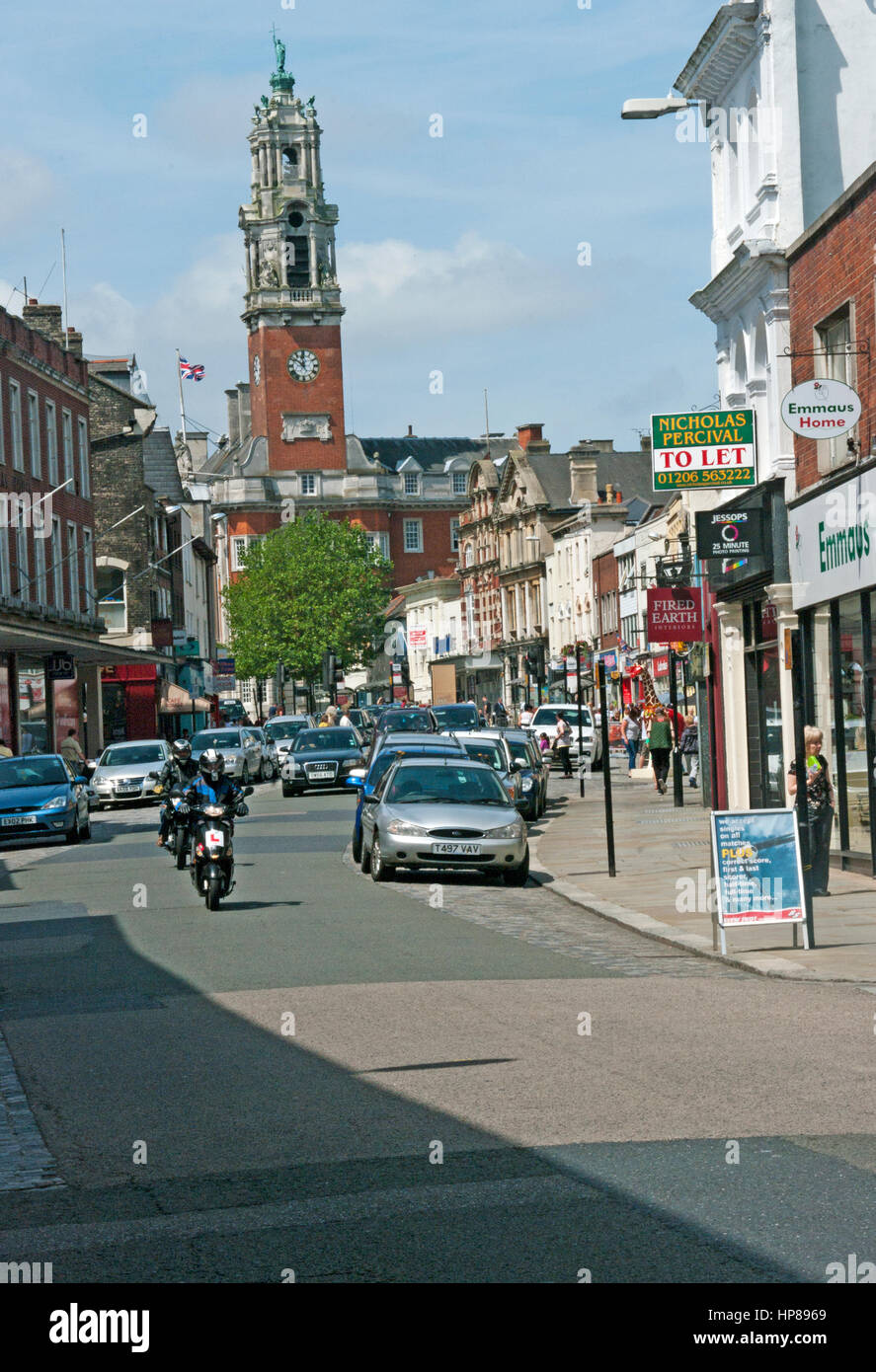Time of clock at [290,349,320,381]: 11:51
